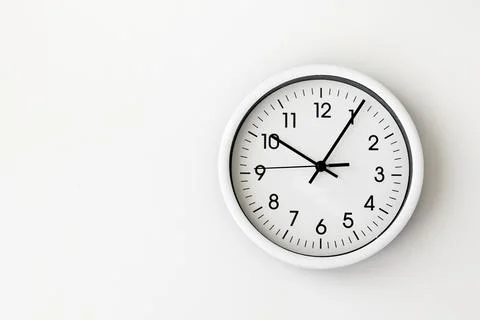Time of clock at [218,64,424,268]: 10:05
